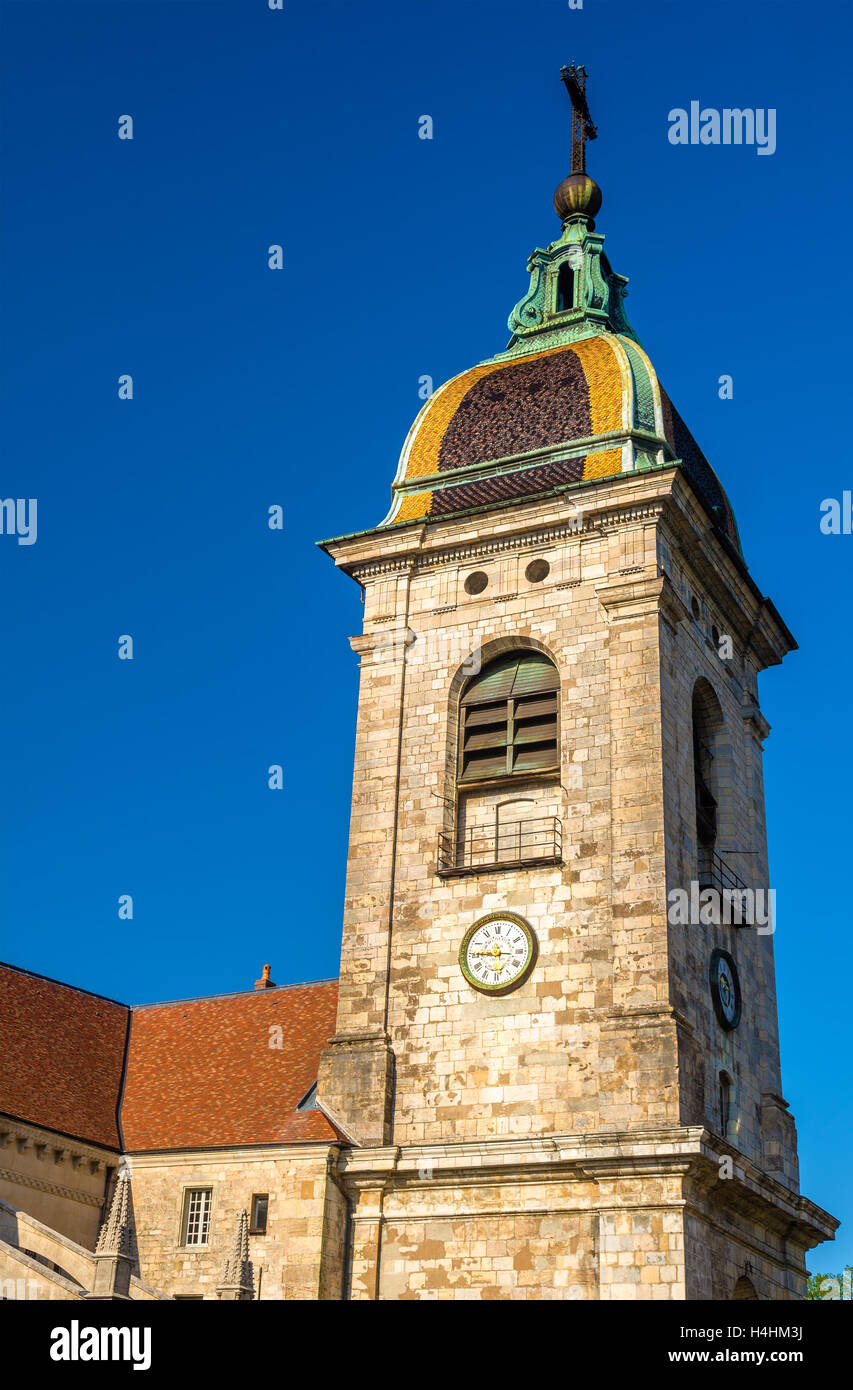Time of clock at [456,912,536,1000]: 11:45
